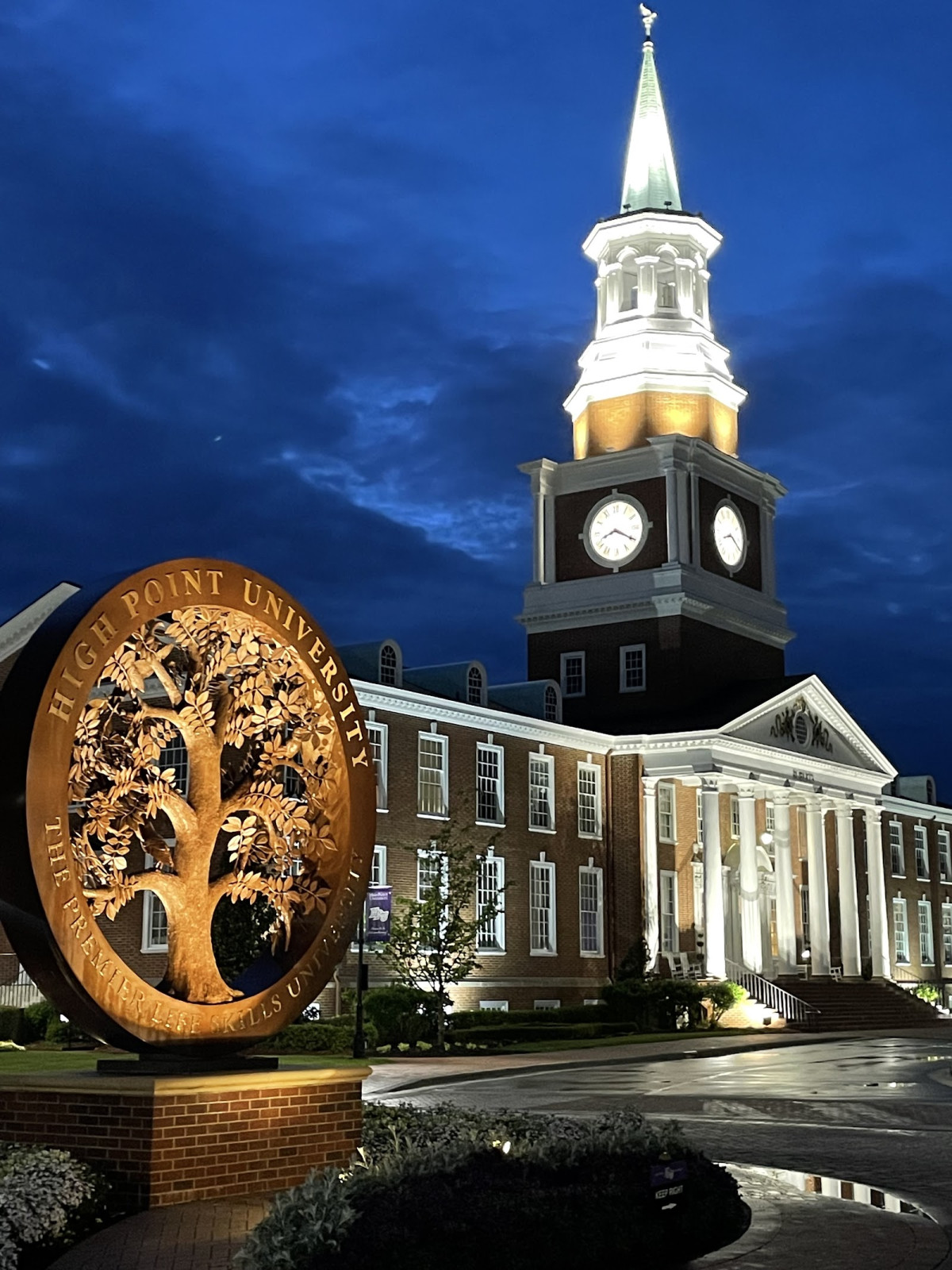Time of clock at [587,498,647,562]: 8:20
